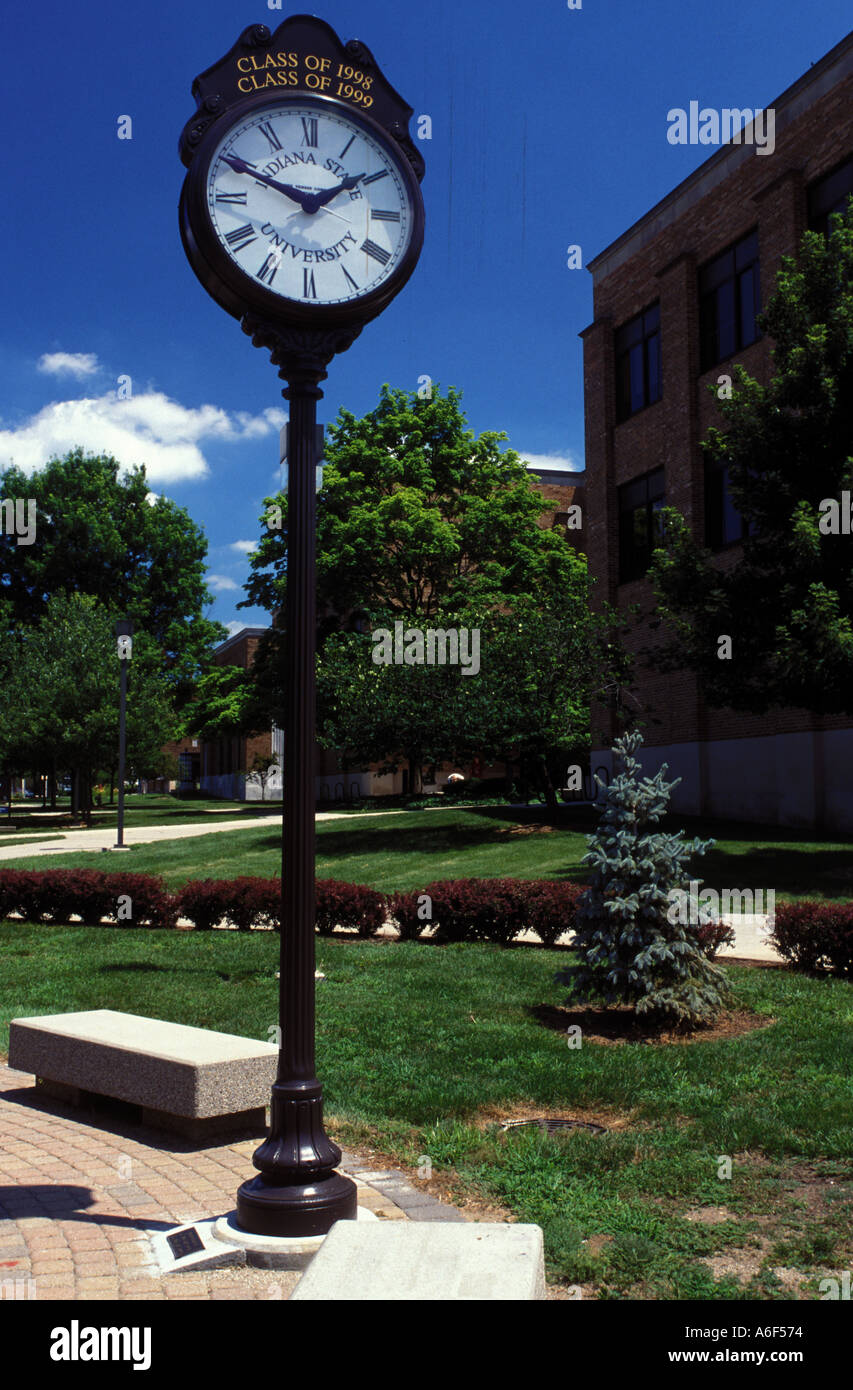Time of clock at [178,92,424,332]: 1:49
